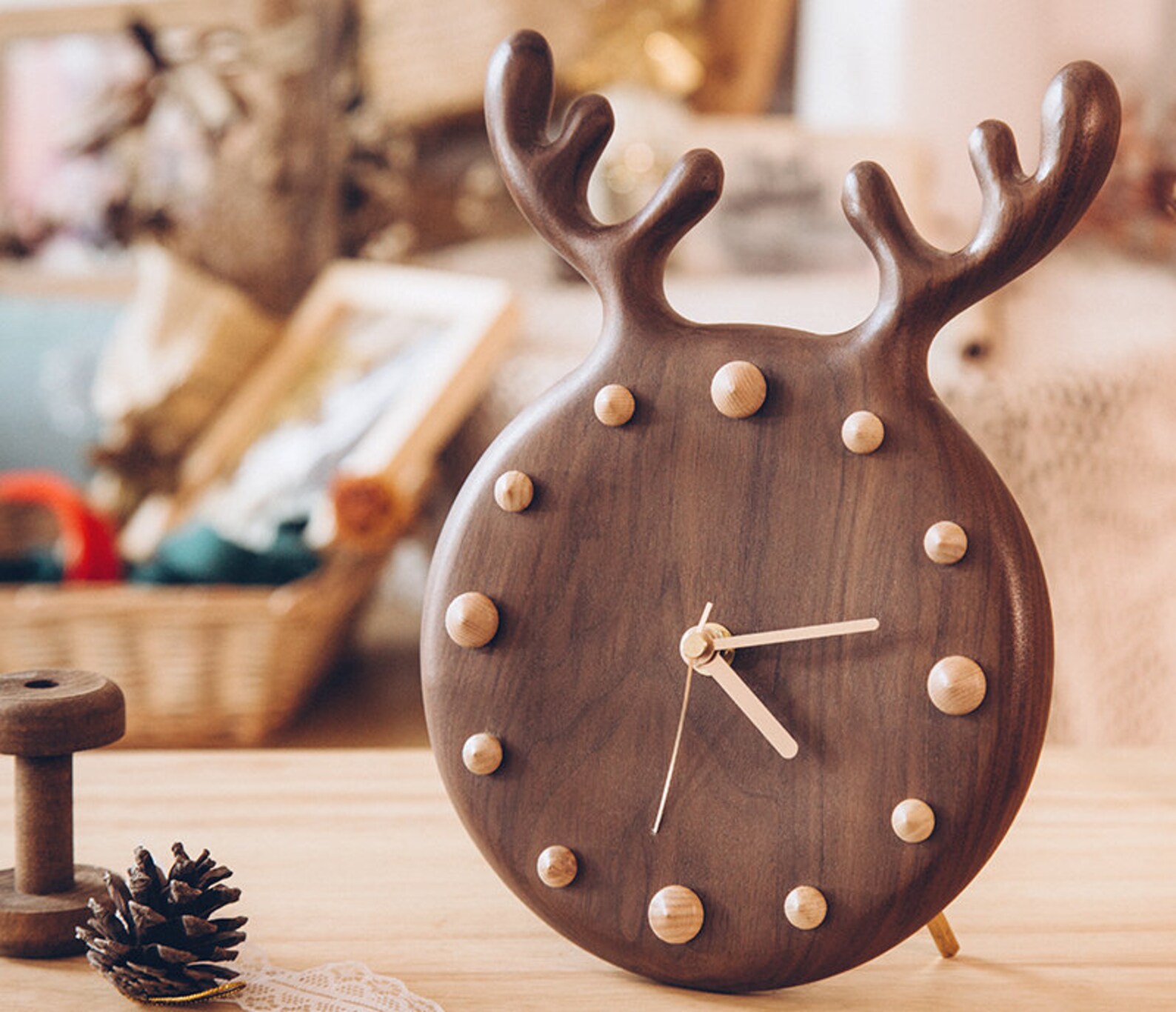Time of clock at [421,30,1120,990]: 4:12
